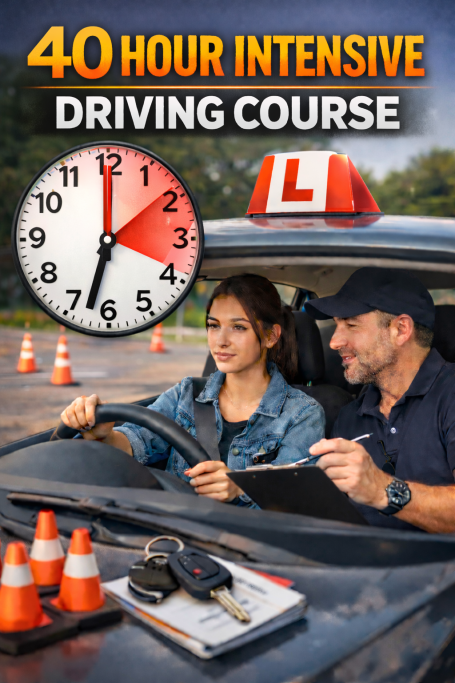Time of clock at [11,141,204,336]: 6:32
